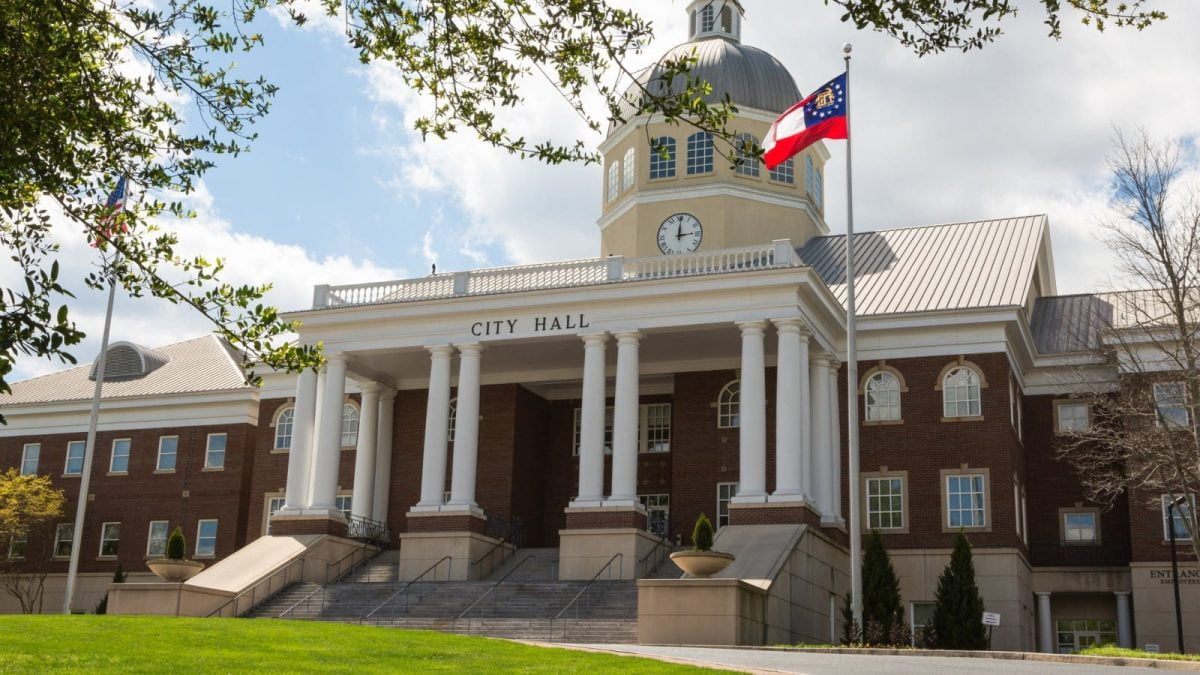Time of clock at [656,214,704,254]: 3:00
